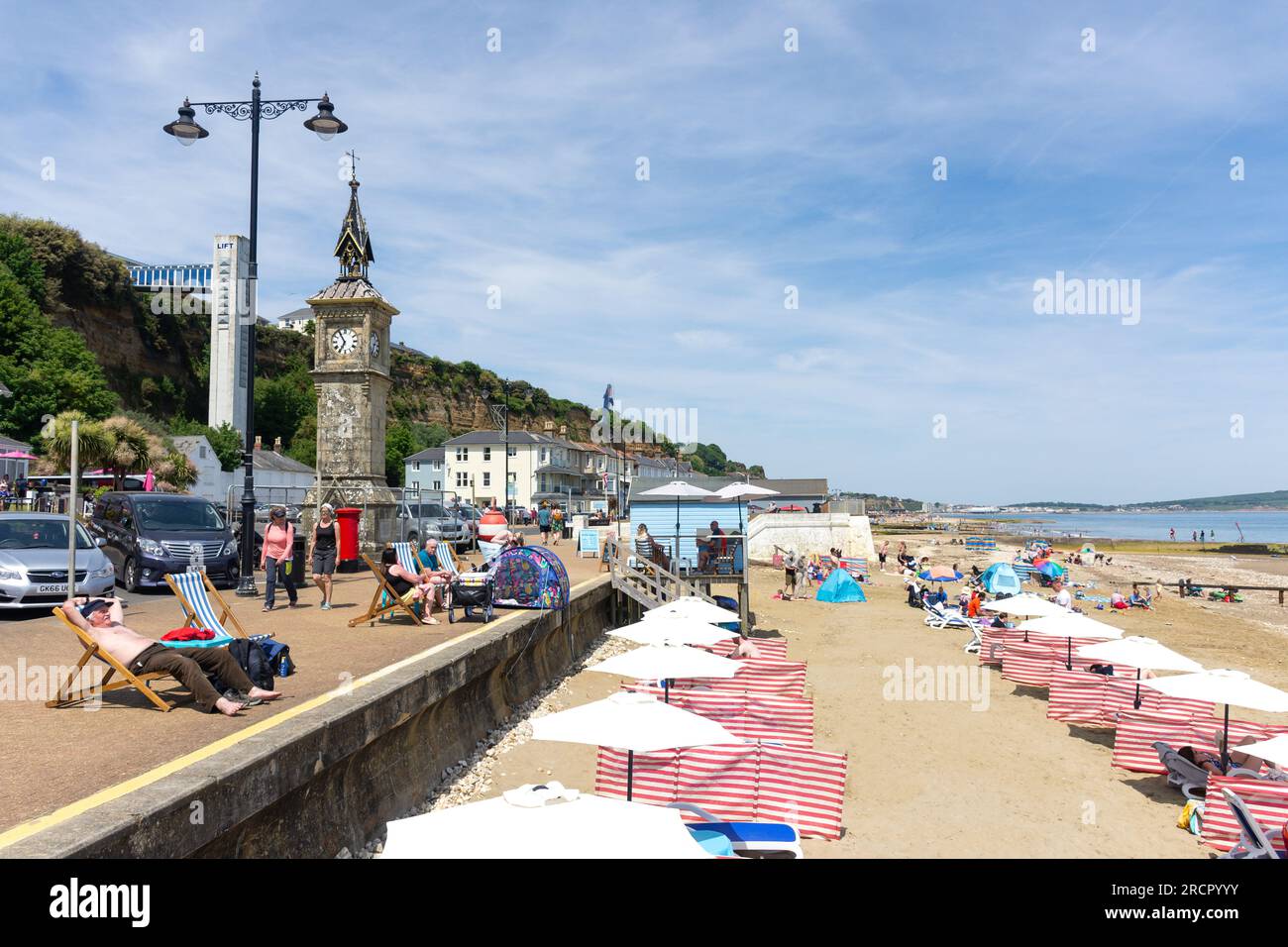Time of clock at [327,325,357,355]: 6:54
